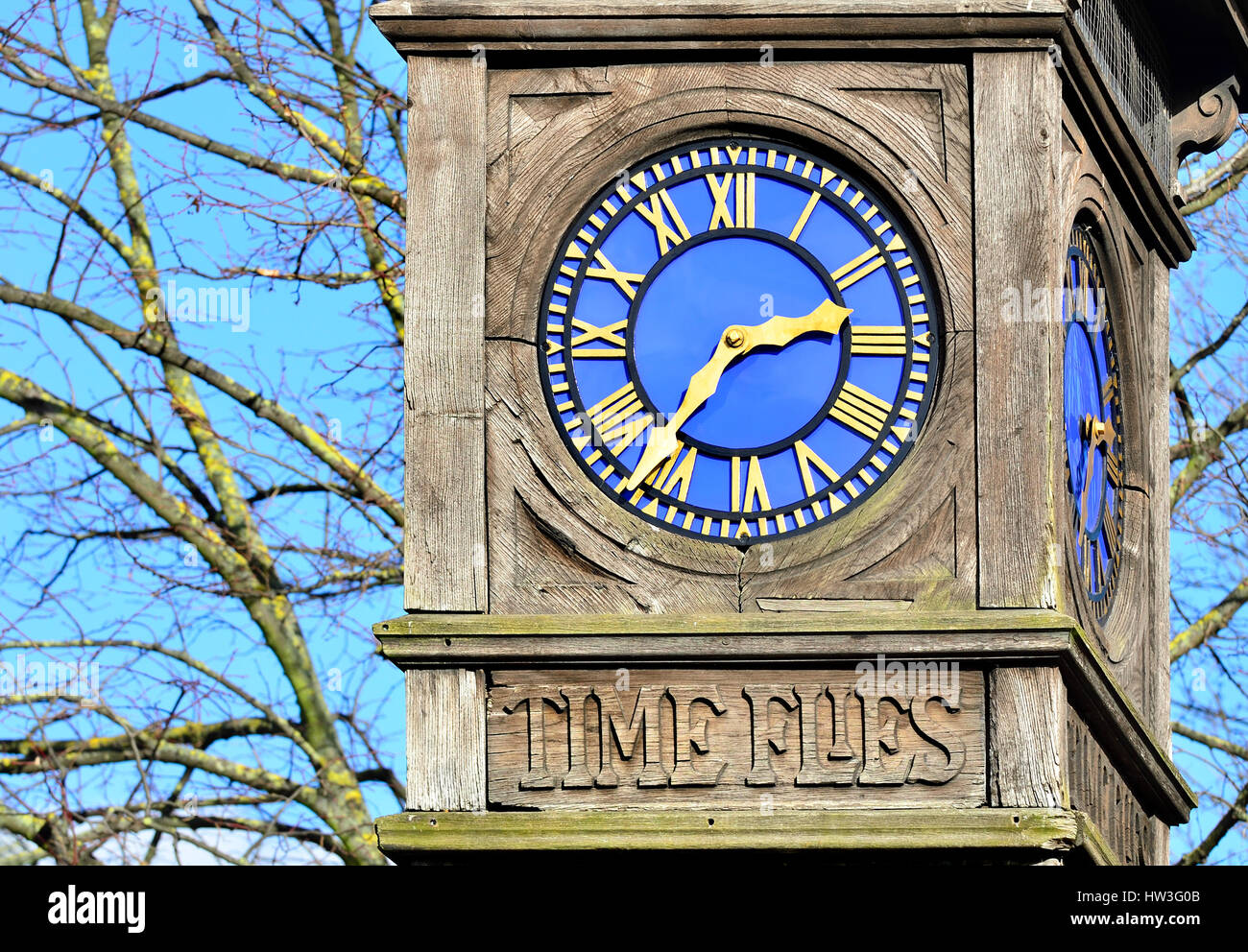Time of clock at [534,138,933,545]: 2:36
